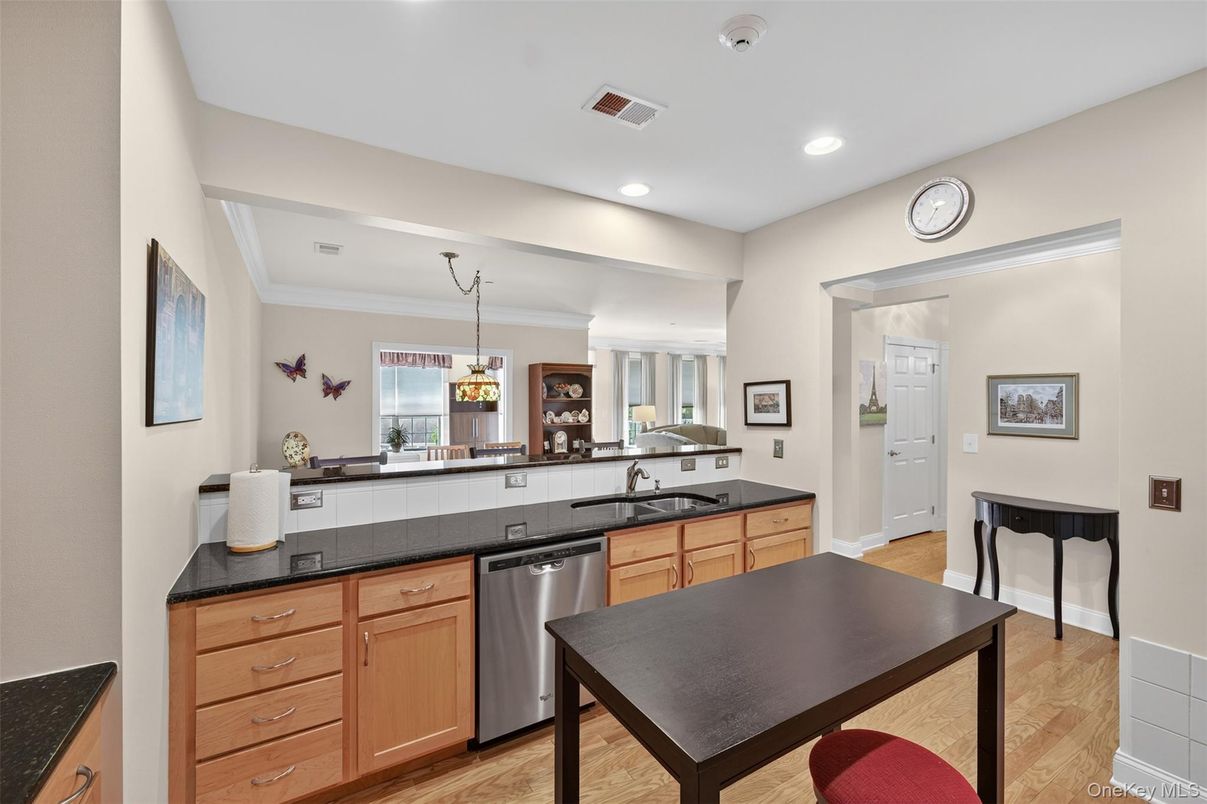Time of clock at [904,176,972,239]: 2:34
